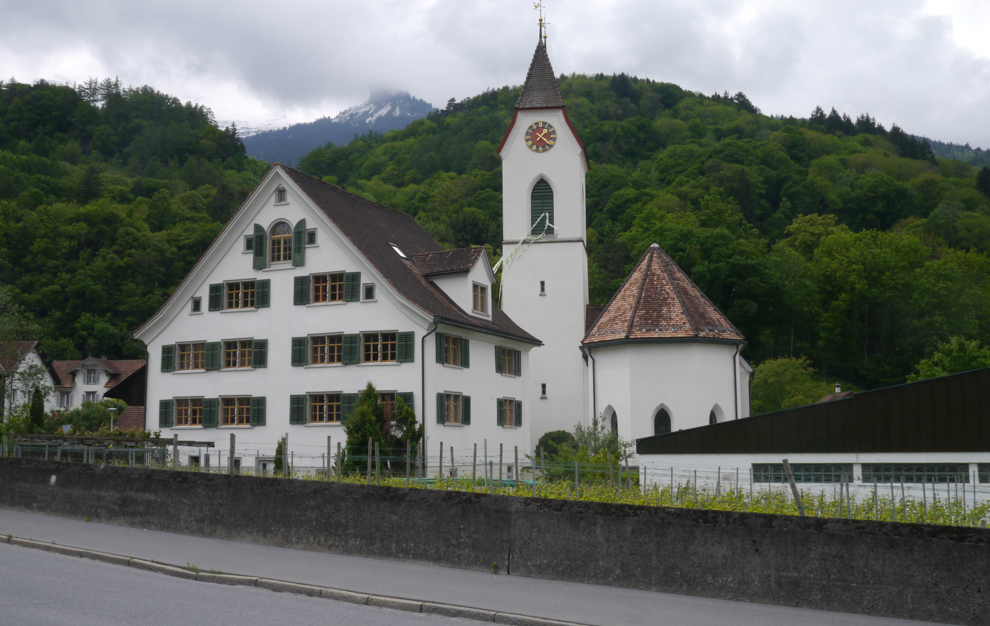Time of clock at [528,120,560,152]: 1:21
